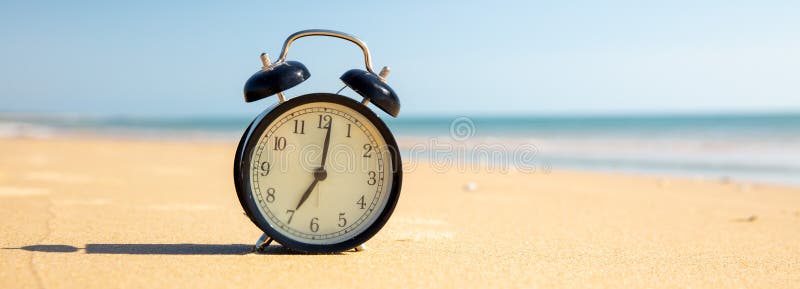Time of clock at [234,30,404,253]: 7:01
